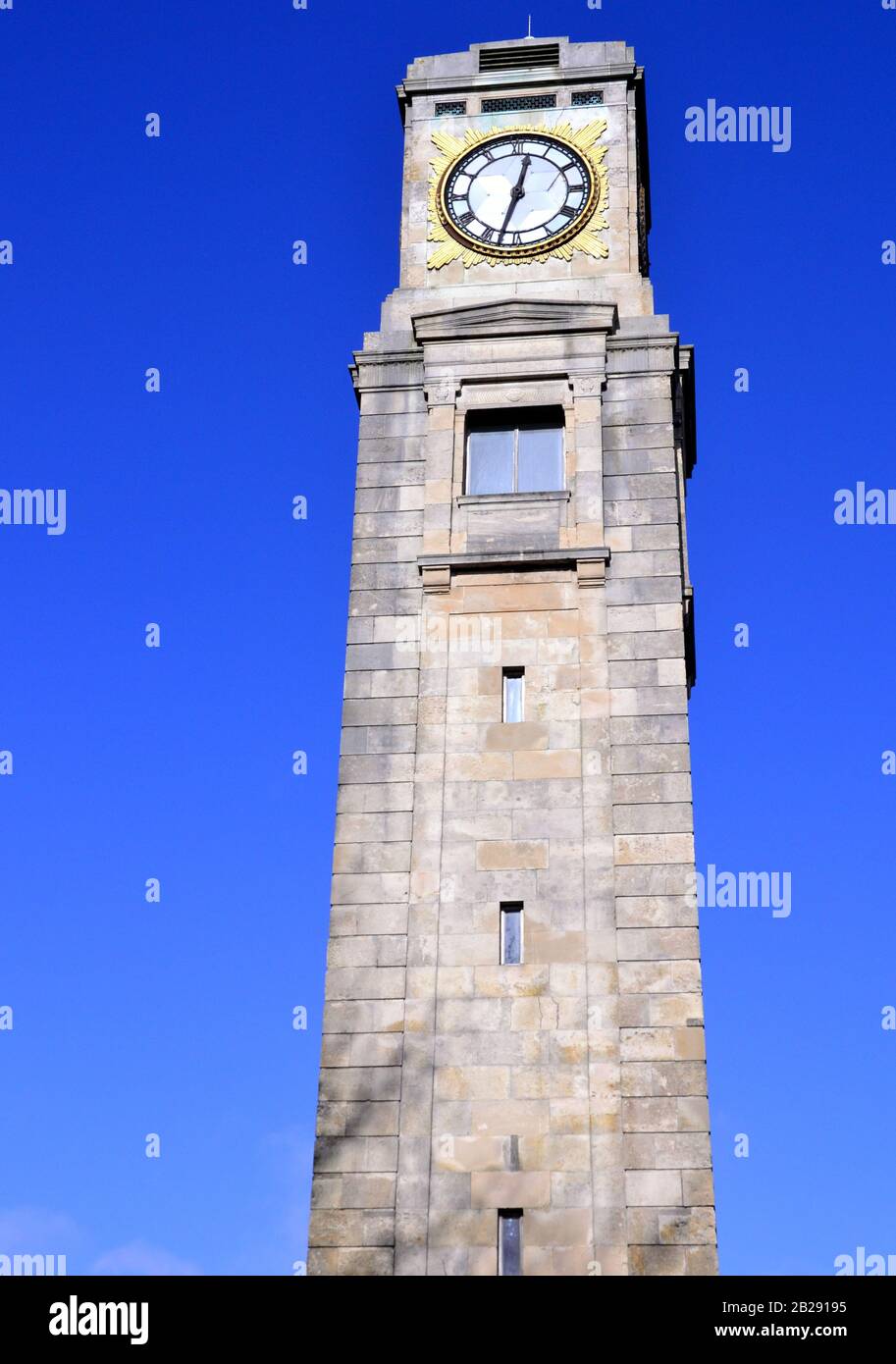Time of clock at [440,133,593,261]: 12:32
